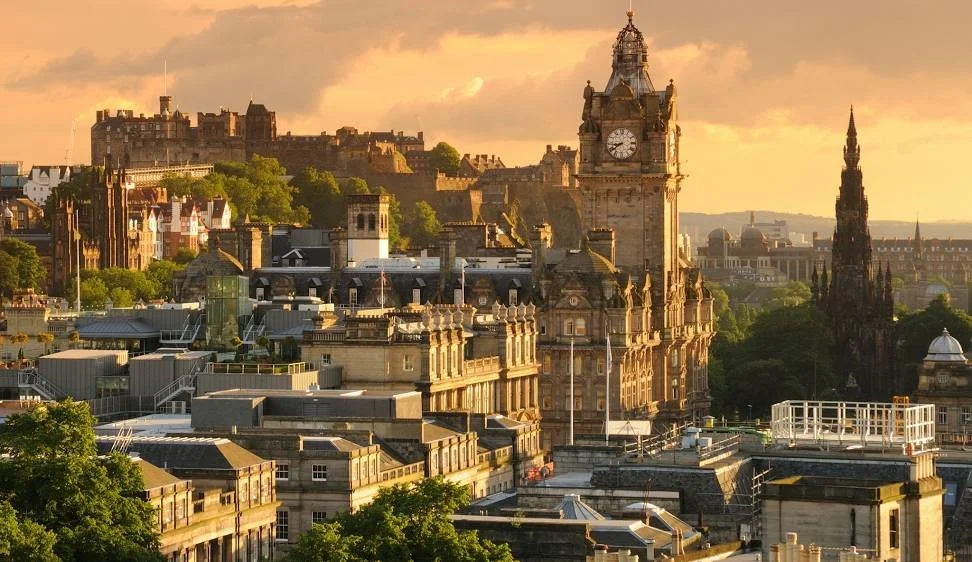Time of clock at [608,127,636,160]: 8:39
